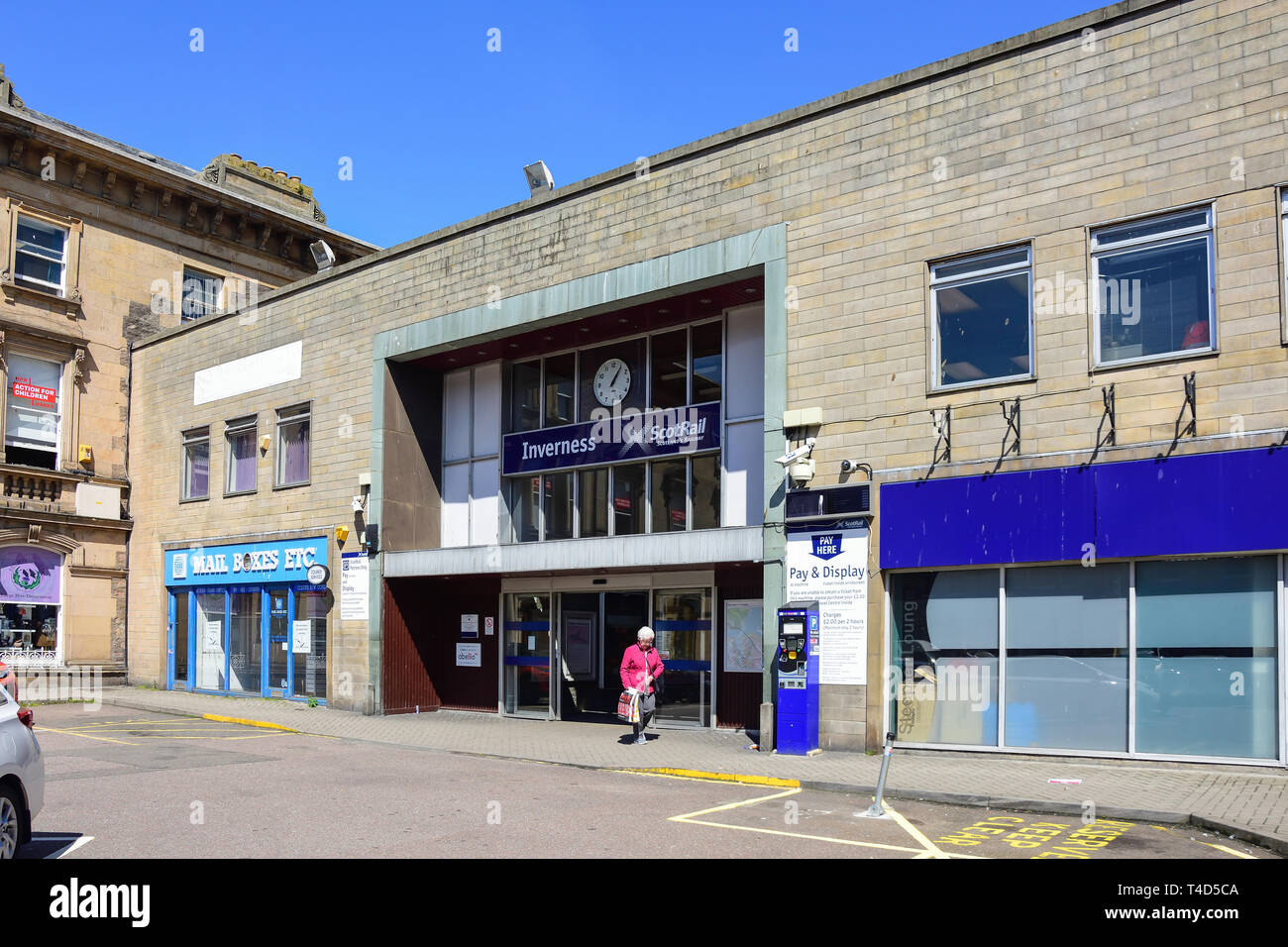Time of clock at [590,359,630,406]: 1:05
